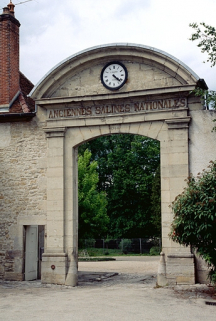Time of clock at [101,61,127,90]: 4:21
